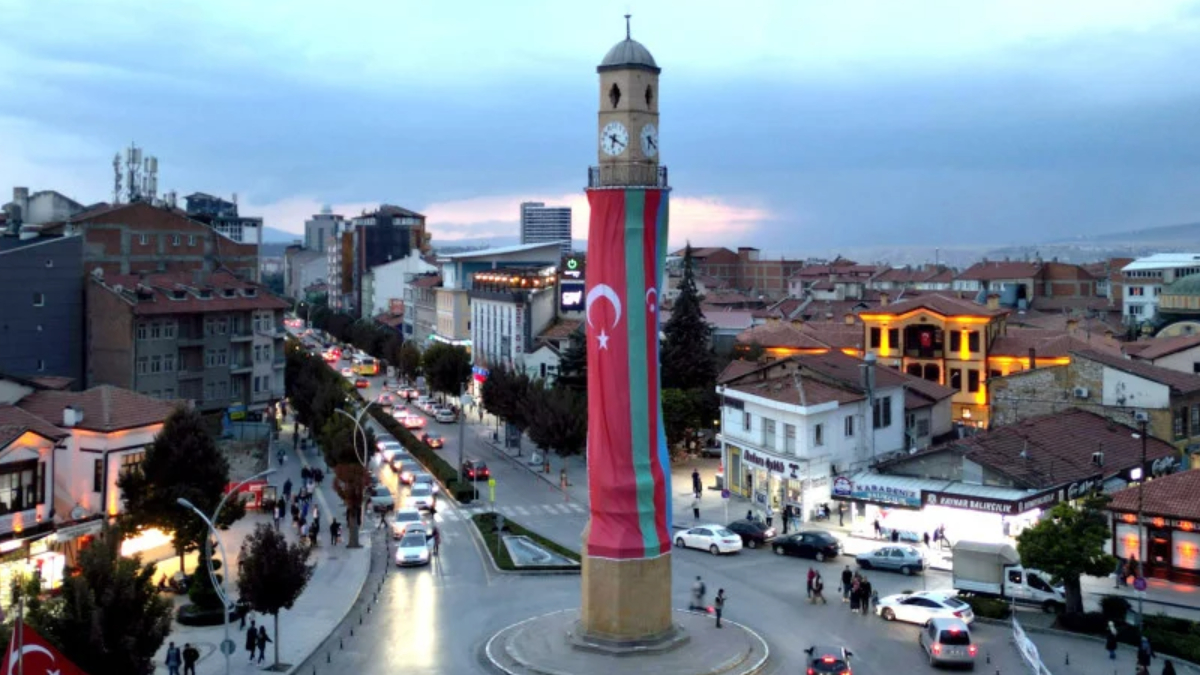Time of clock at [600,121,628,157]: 6:20
